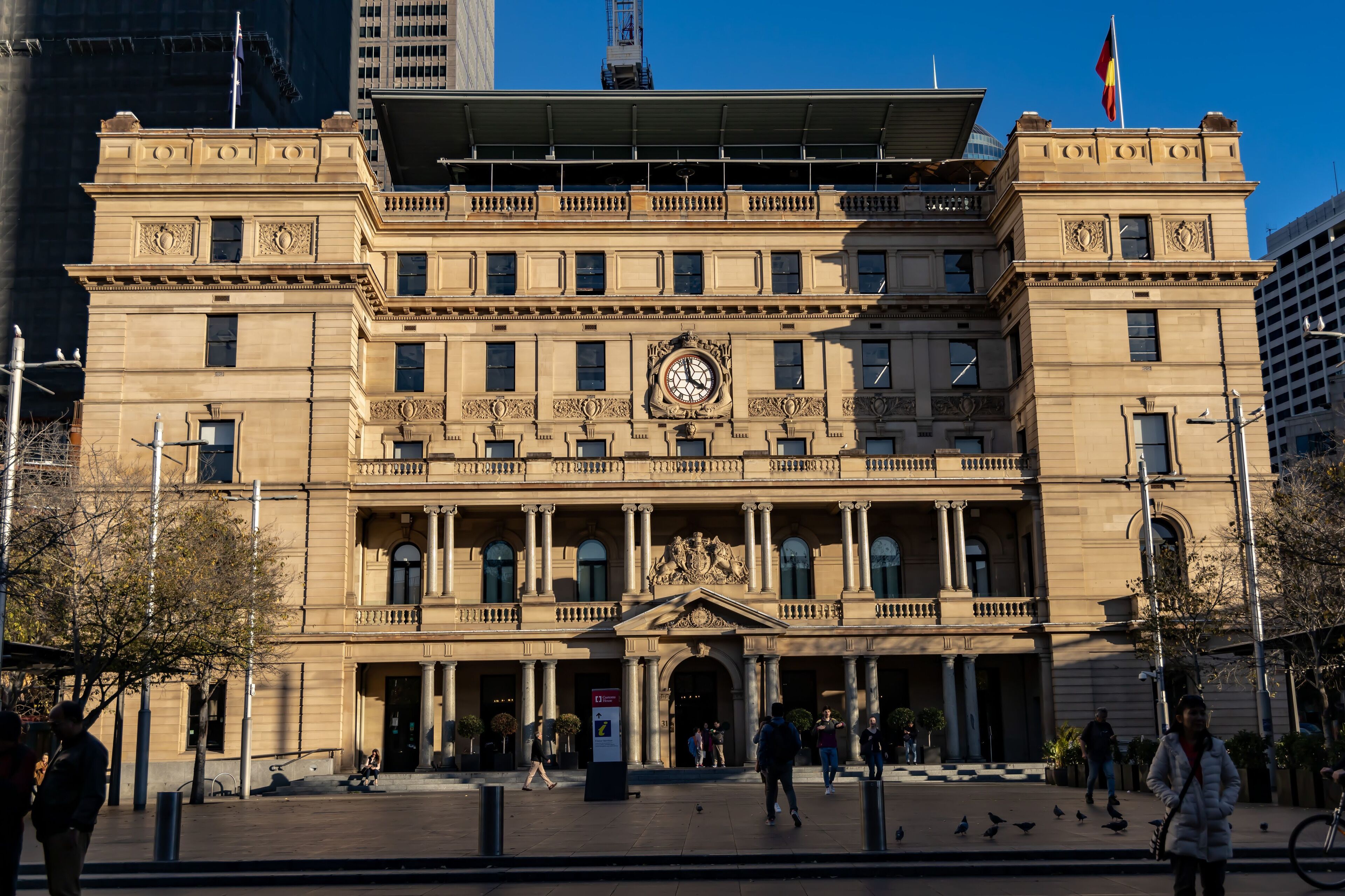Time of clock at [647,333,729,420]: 3:58
